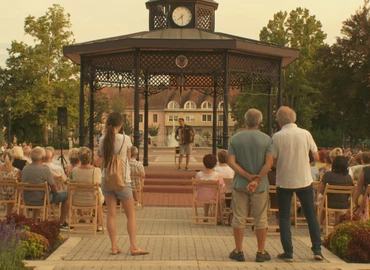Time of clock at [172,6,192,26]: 7:28
